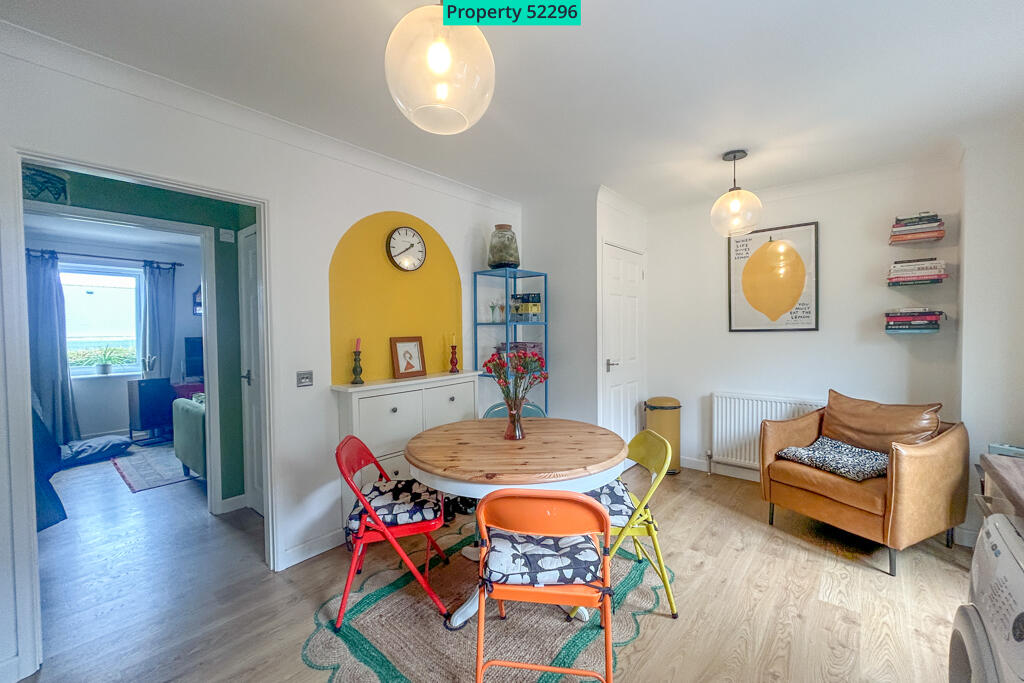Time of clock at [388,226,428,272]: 1:39
